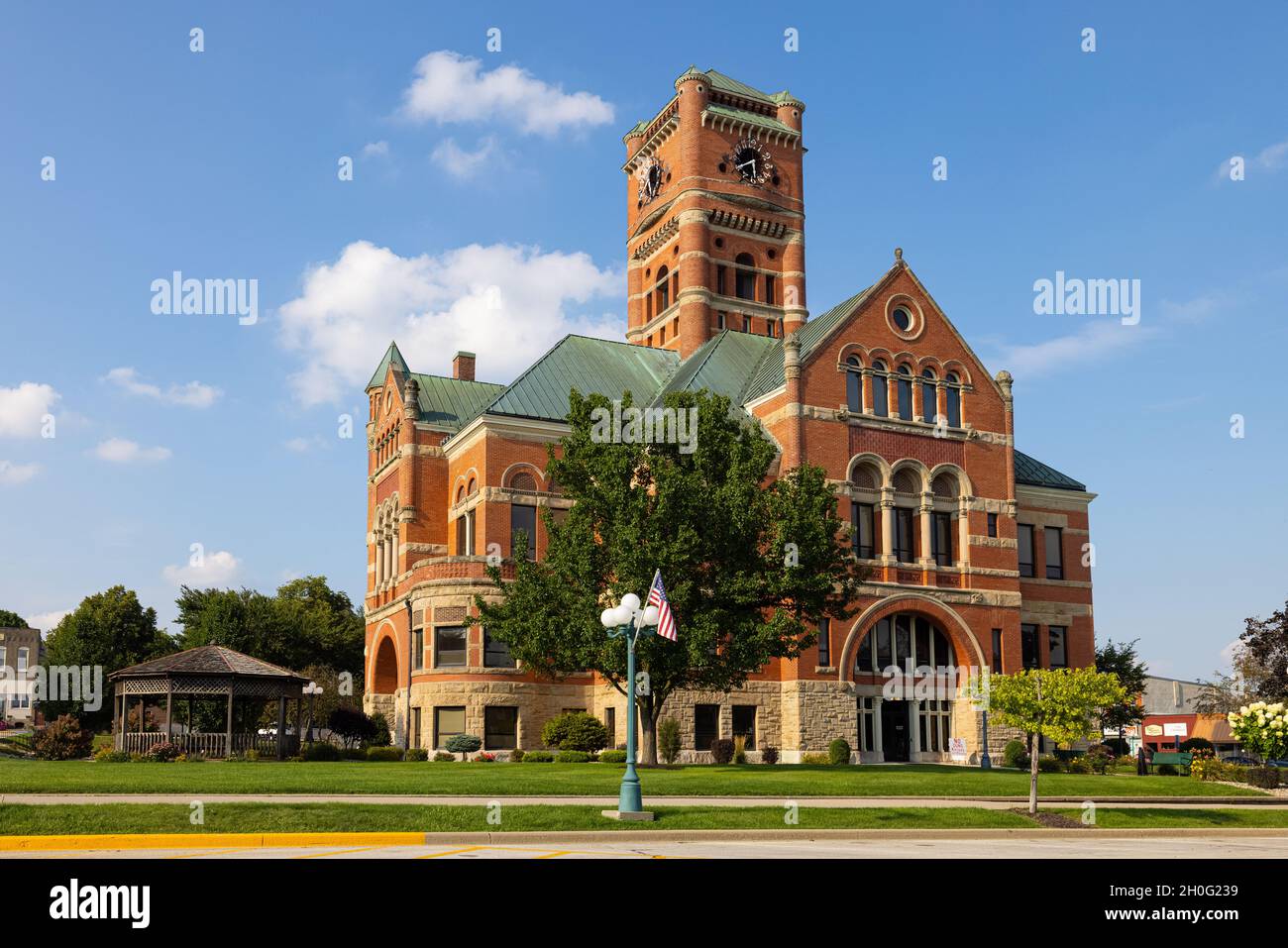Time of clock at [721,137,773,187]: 5:40
